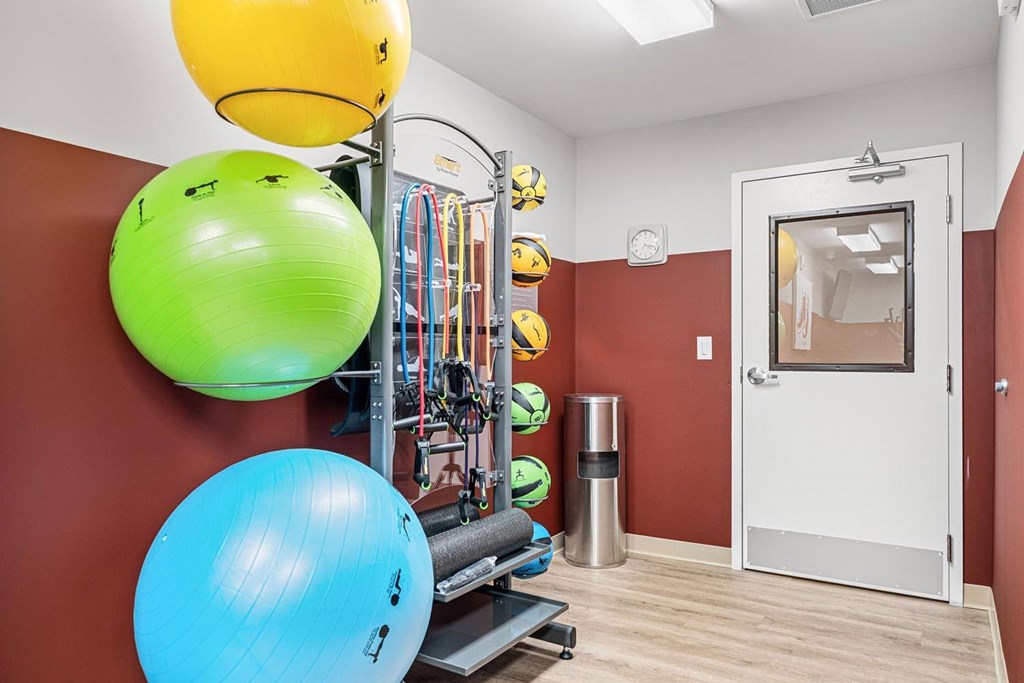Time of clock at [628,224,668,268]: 4:17
